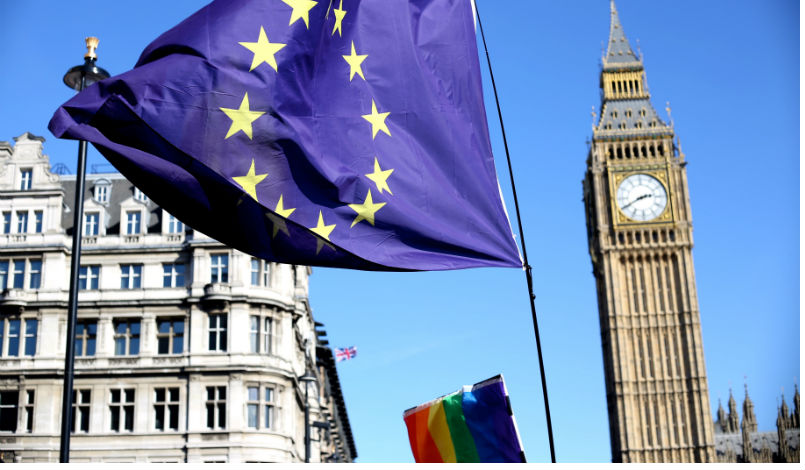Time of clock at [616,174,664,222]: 2:40
